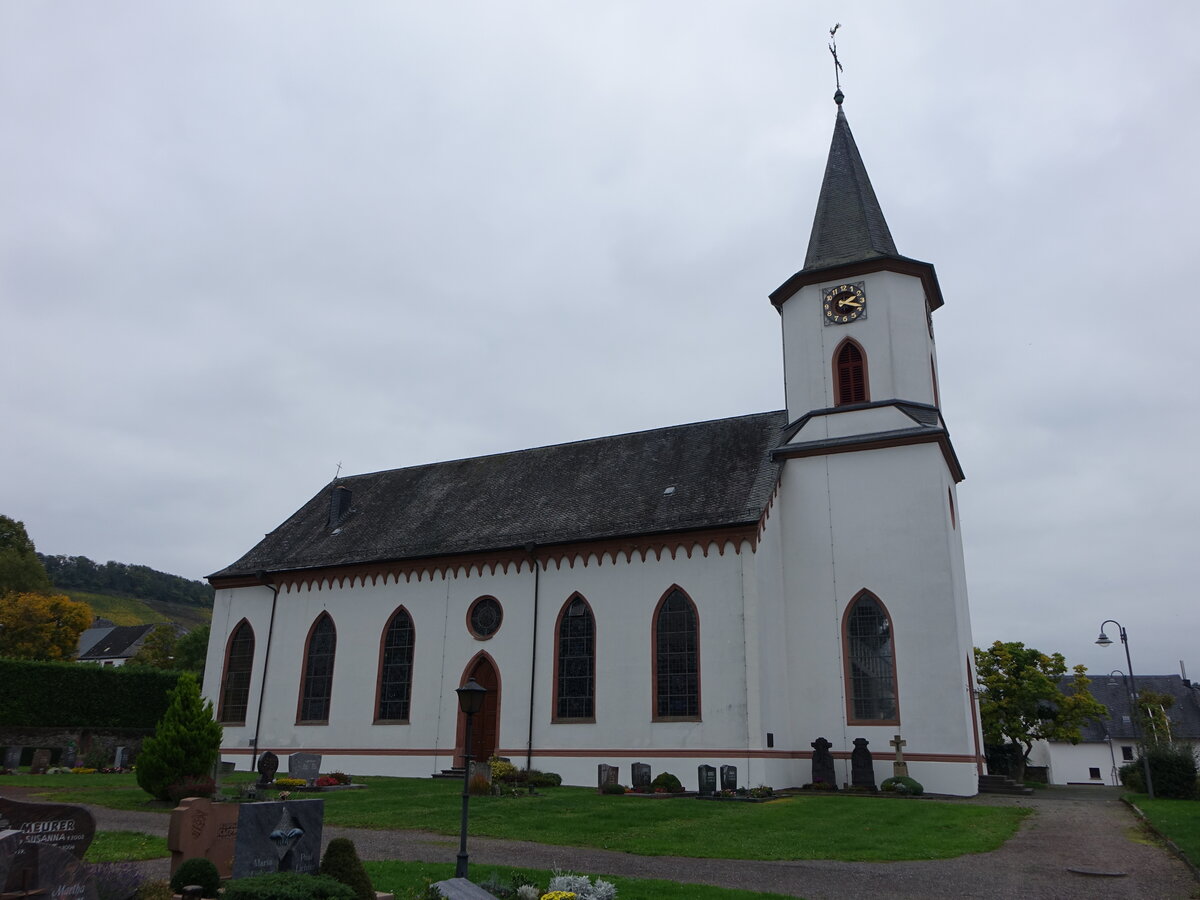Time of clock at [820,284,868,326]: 2:18
